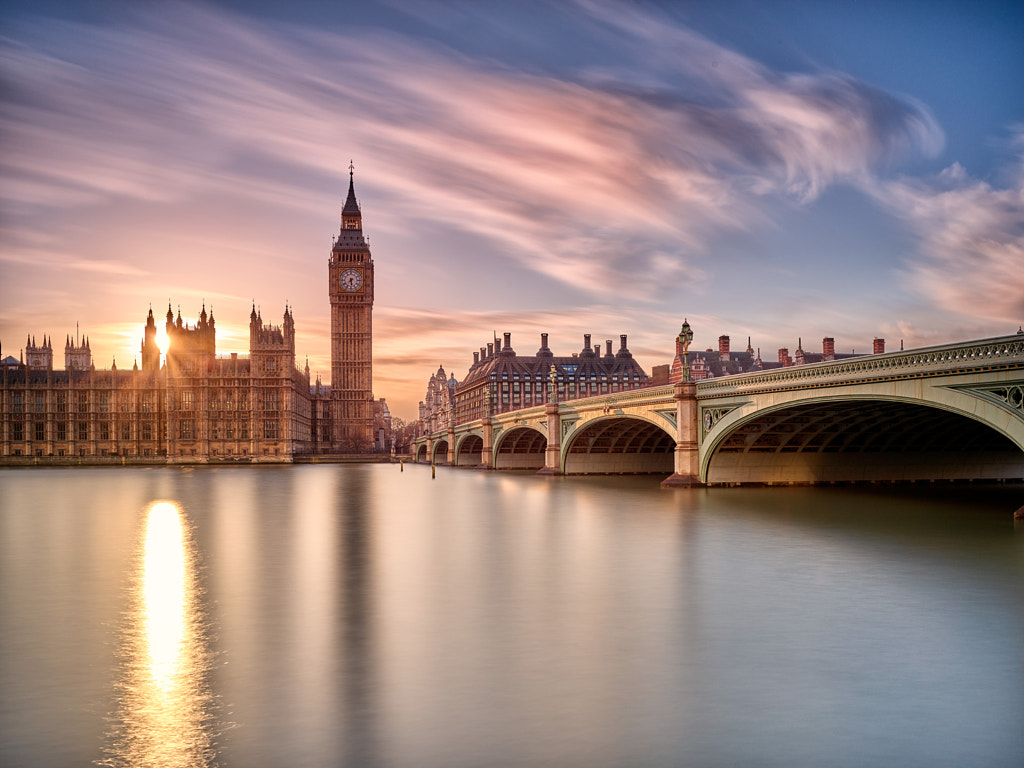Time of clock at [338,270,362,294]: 7:28
